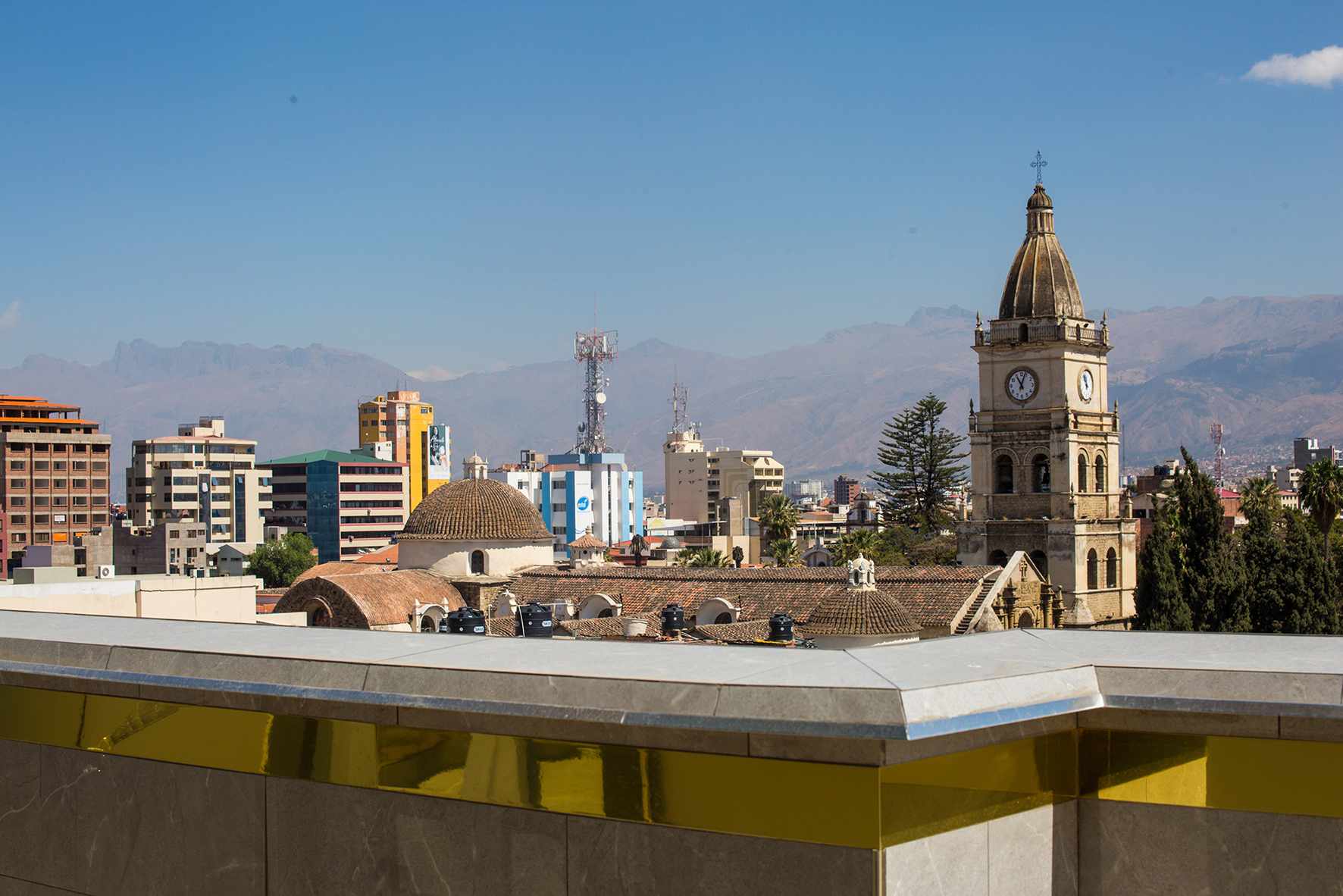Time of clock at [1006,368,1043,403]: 11:03
